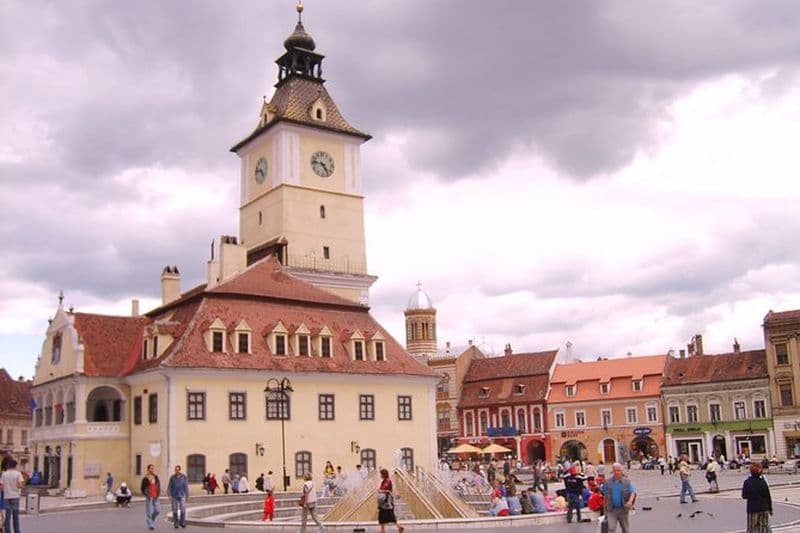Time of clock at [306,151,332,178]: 4:46
